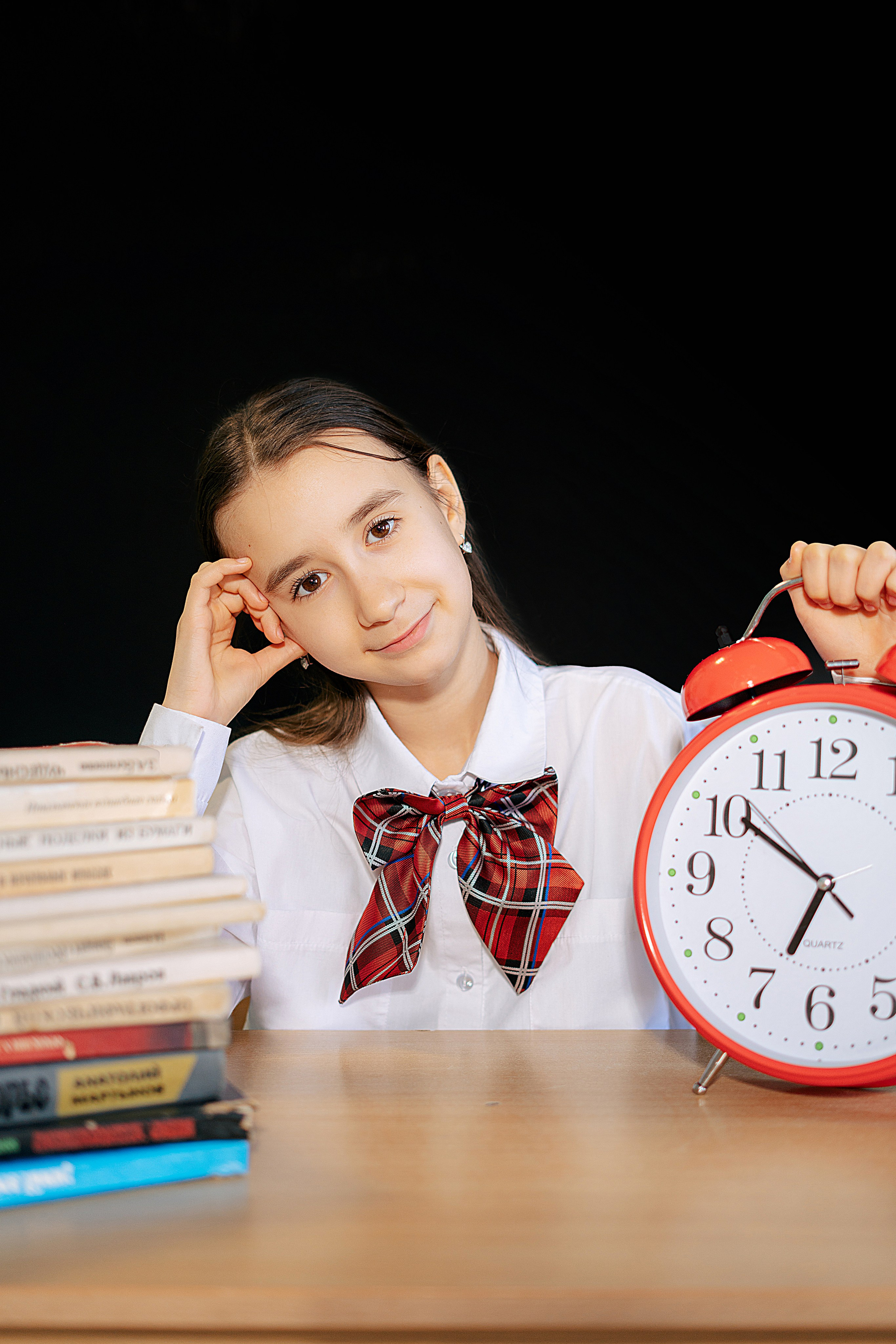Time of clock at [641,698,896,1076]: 6:50
